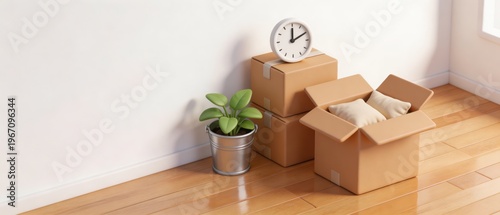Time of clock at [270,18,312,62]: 12:10
